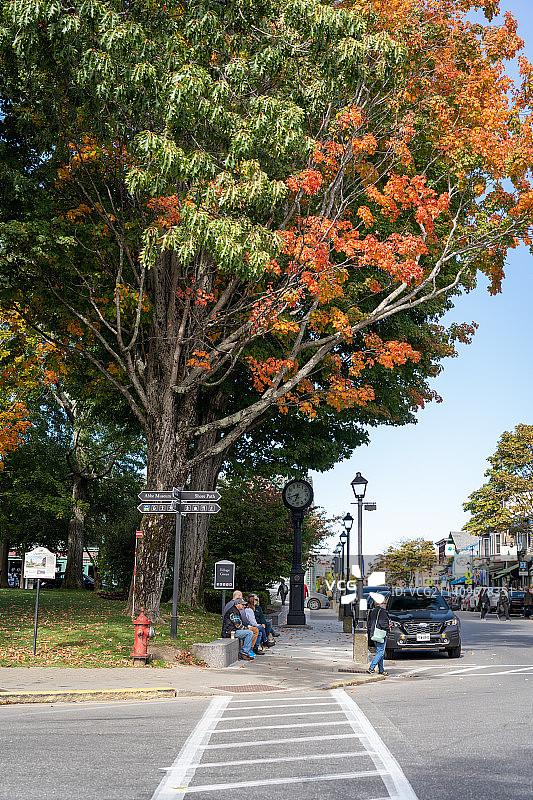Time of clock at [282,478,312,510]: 6:41
